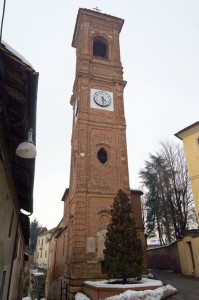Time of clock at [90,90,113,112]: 4:29
